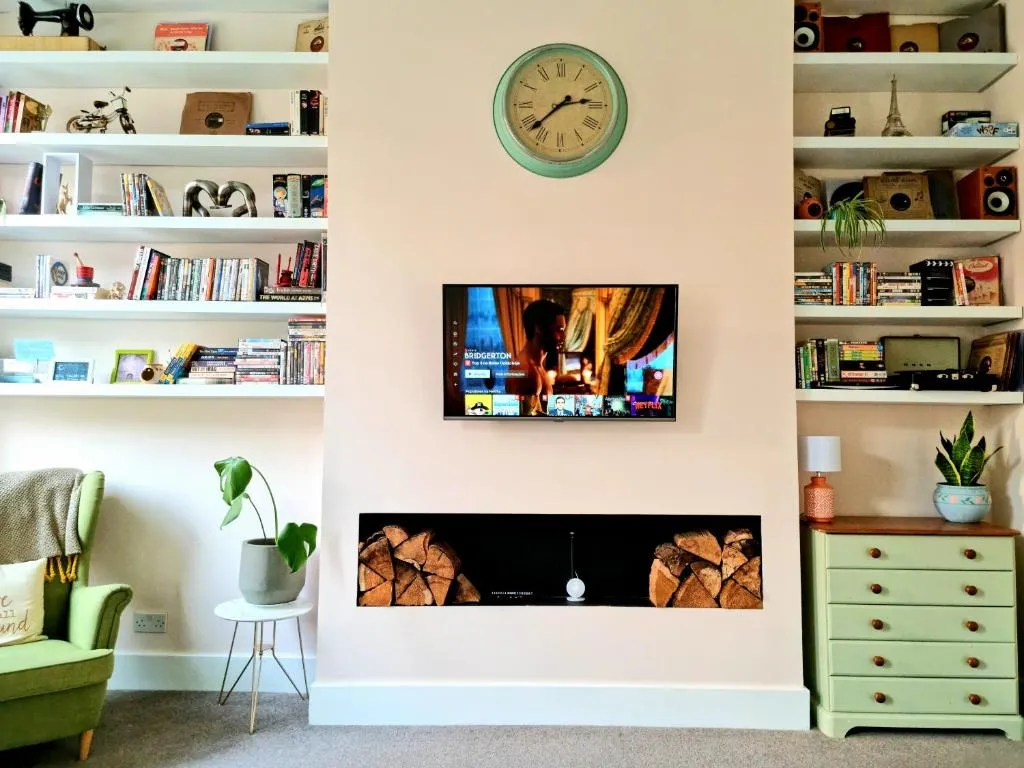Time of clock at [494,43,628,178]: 2:38
